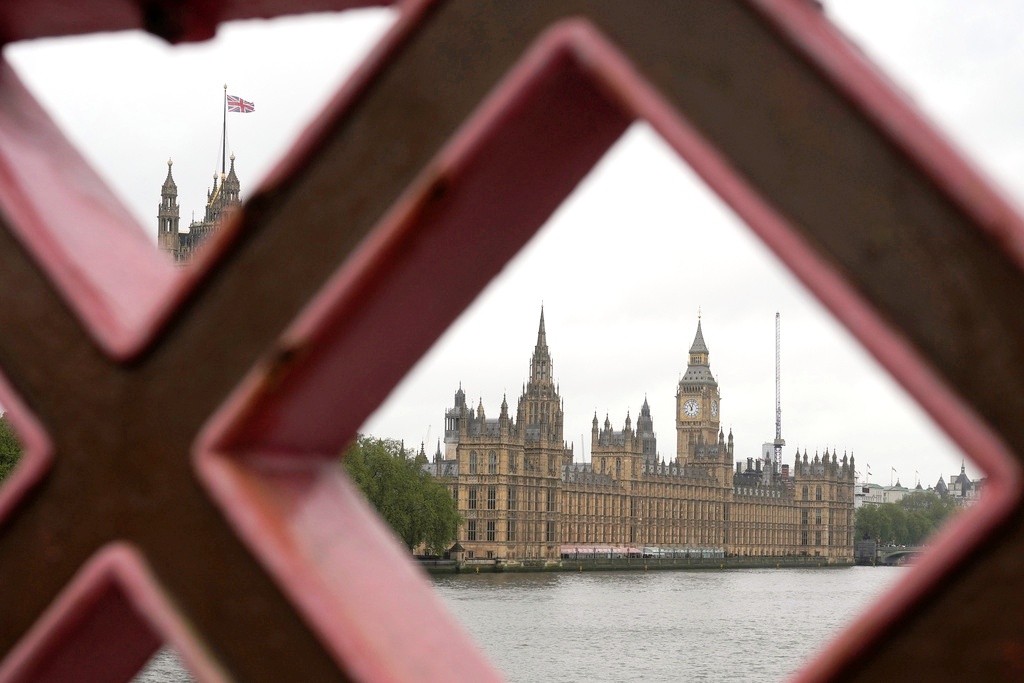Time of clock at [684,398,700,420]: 11:02
